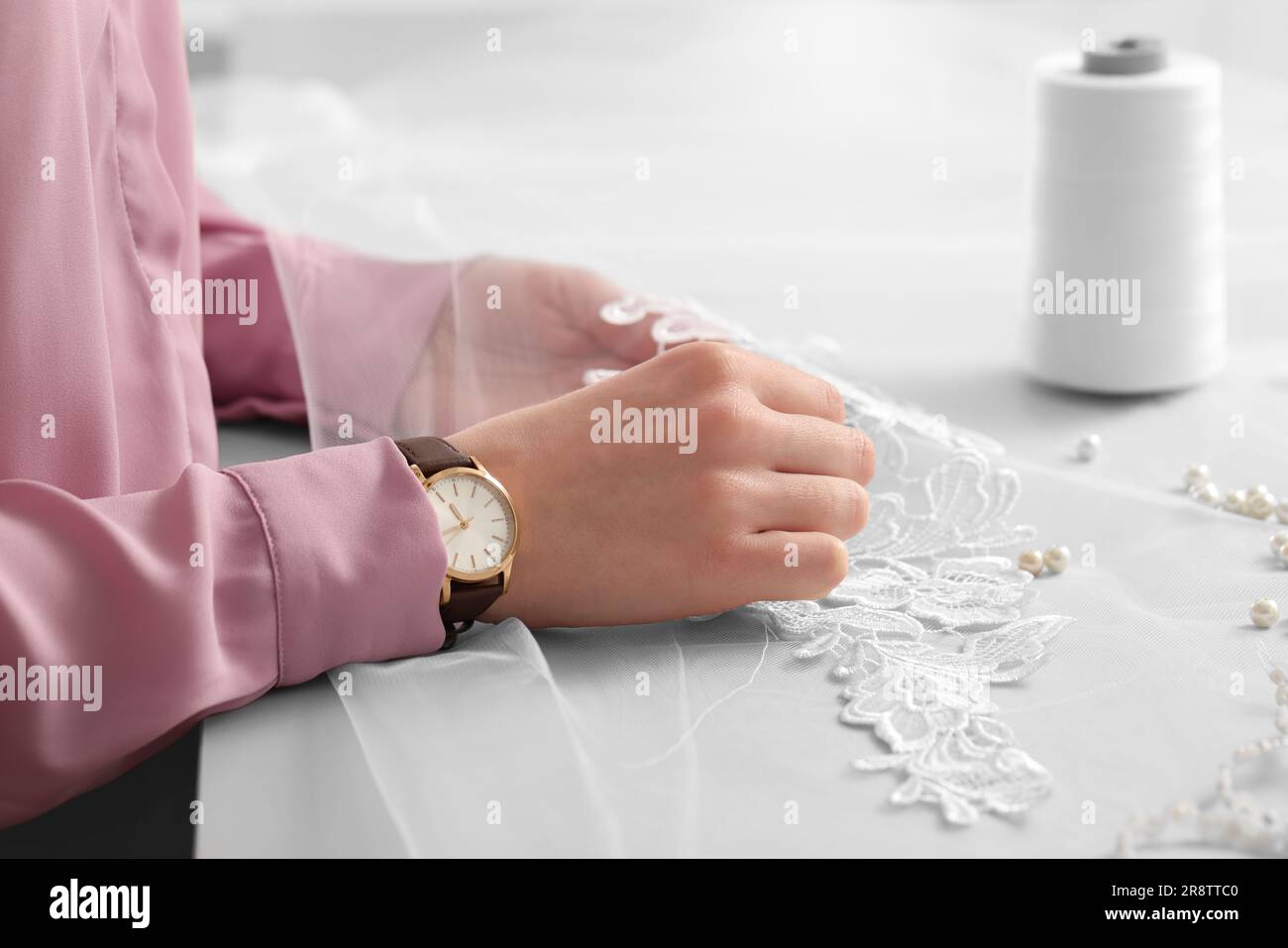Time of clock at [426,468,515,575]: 10:42
